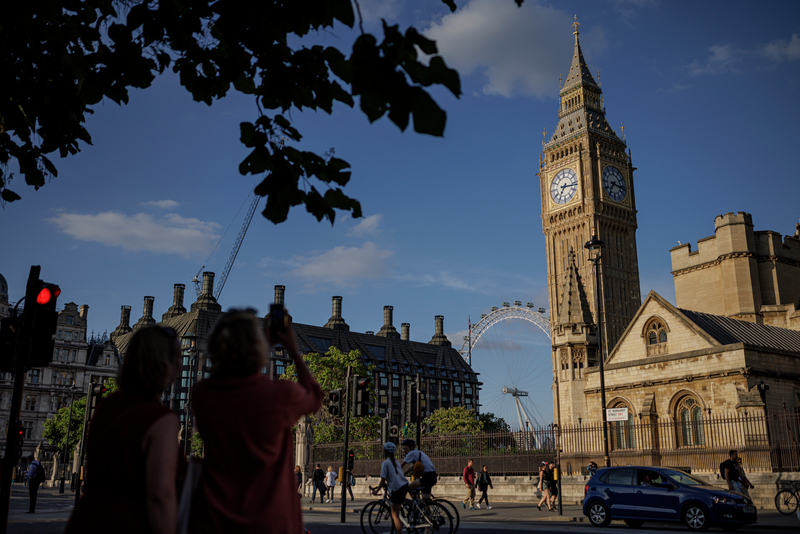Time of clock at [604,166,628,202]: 7:16
